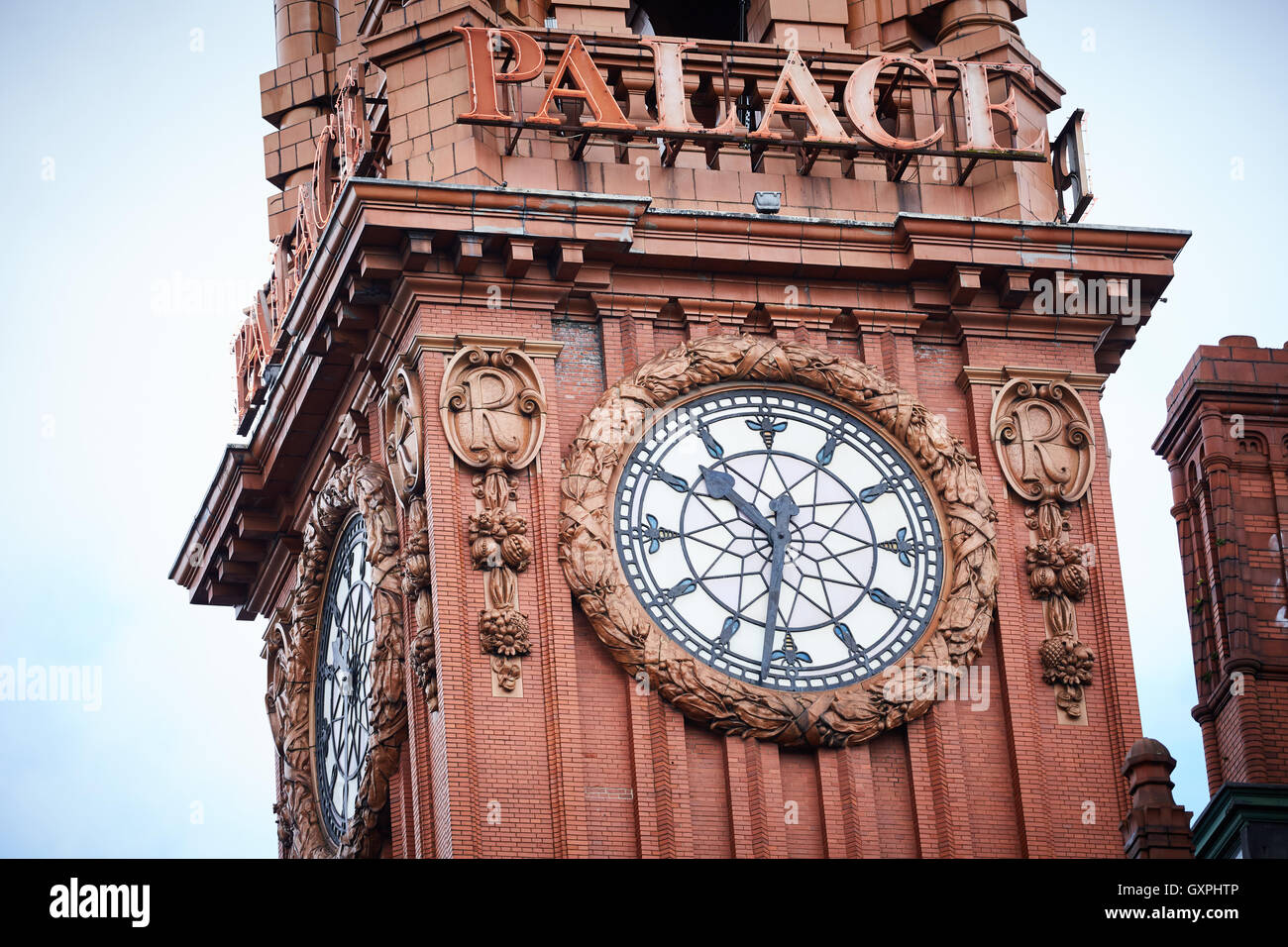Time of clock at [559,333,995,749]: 10:31
